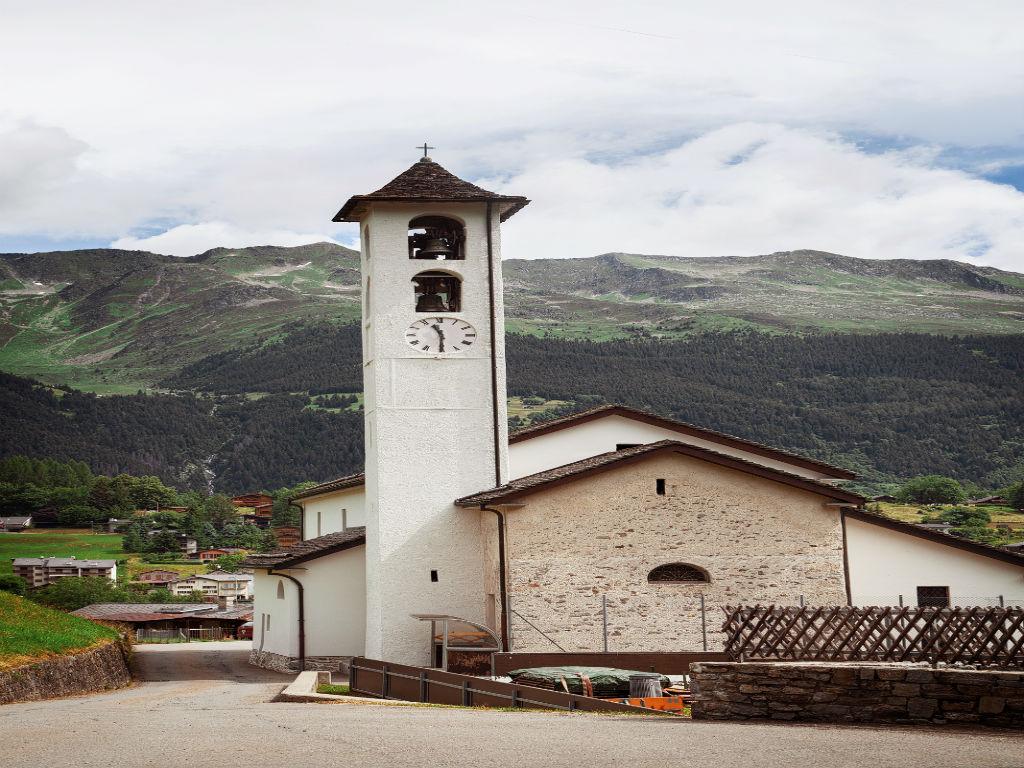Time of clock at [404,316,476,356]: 11:30
